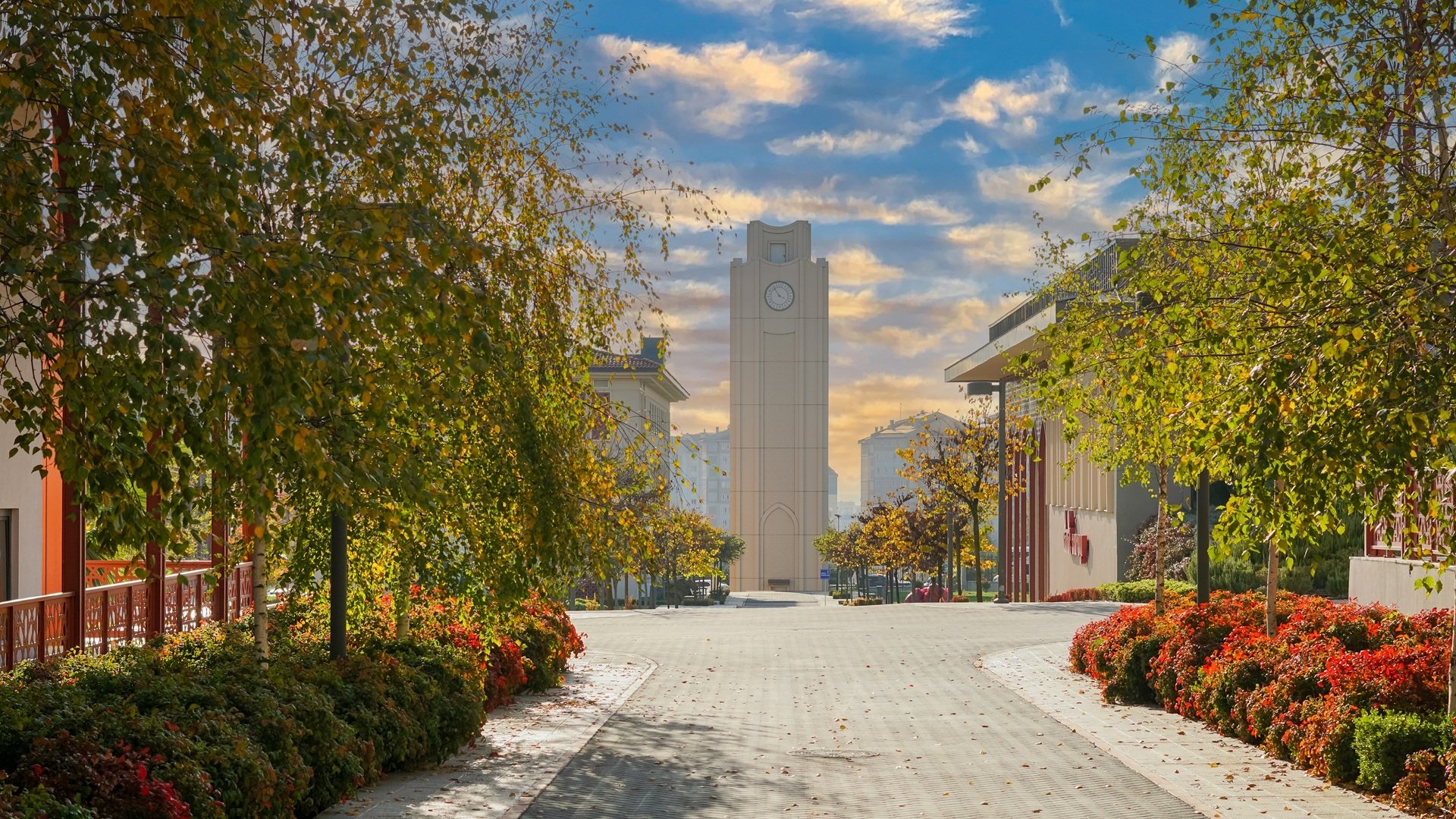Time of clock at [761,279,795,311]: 3:55
